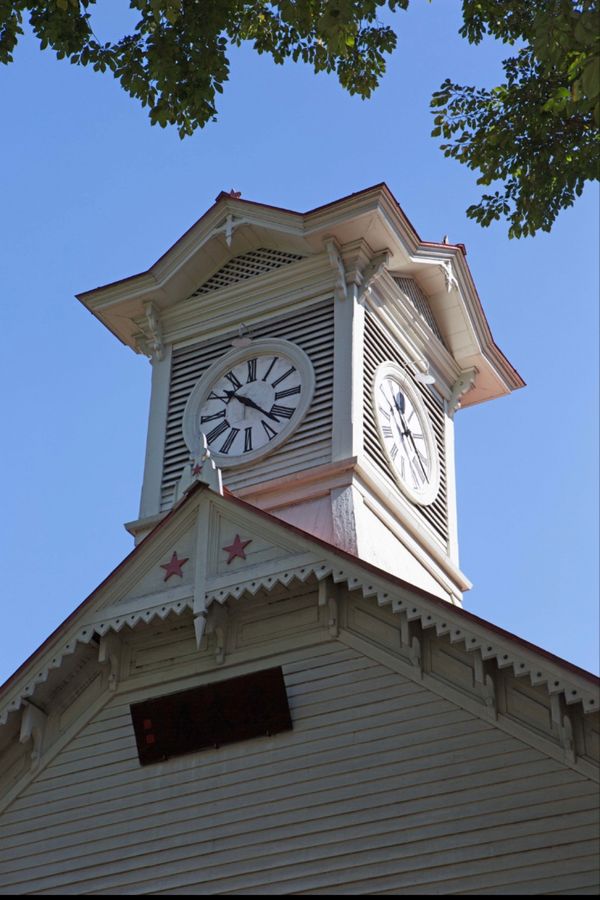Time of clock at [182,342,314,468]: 10:22
